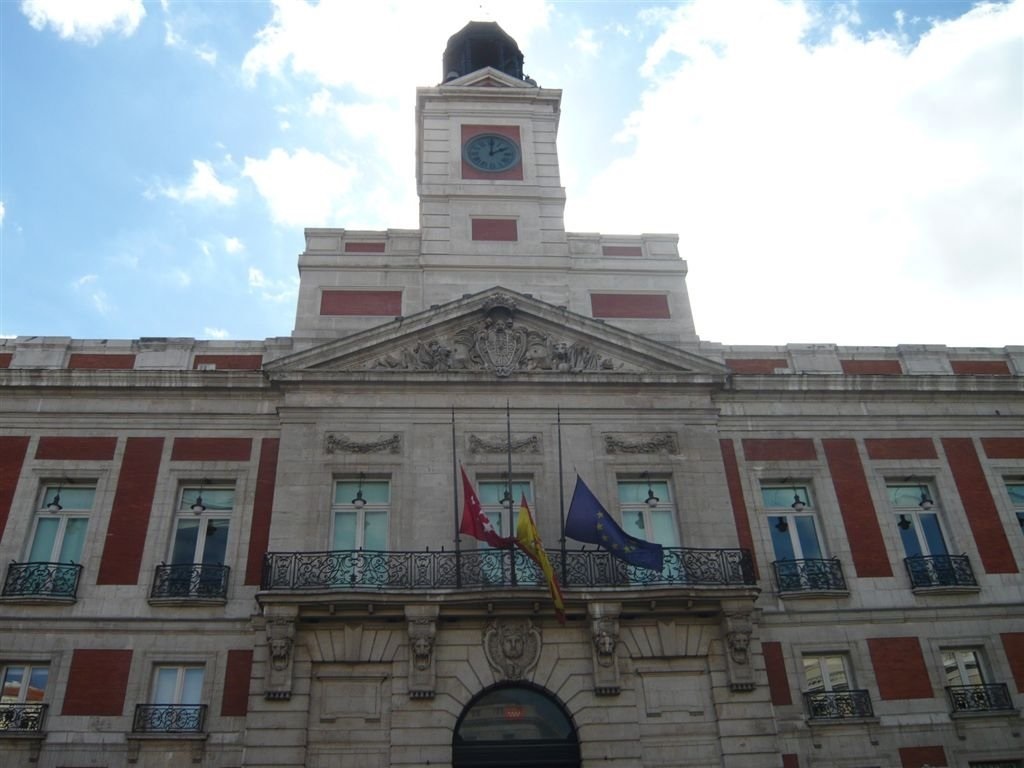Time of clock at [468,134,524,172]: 2:00
